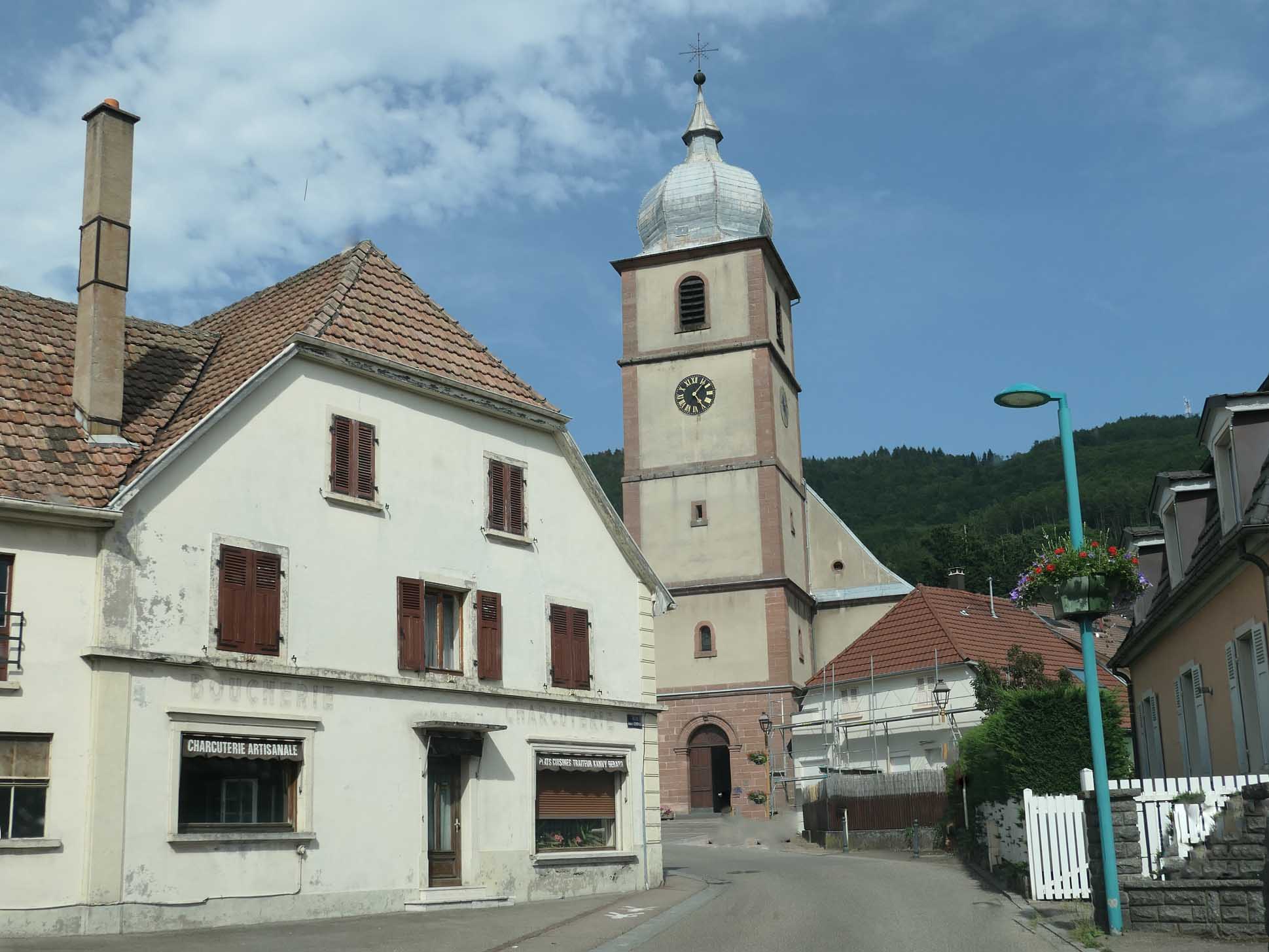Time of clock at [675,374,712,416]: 1:24
